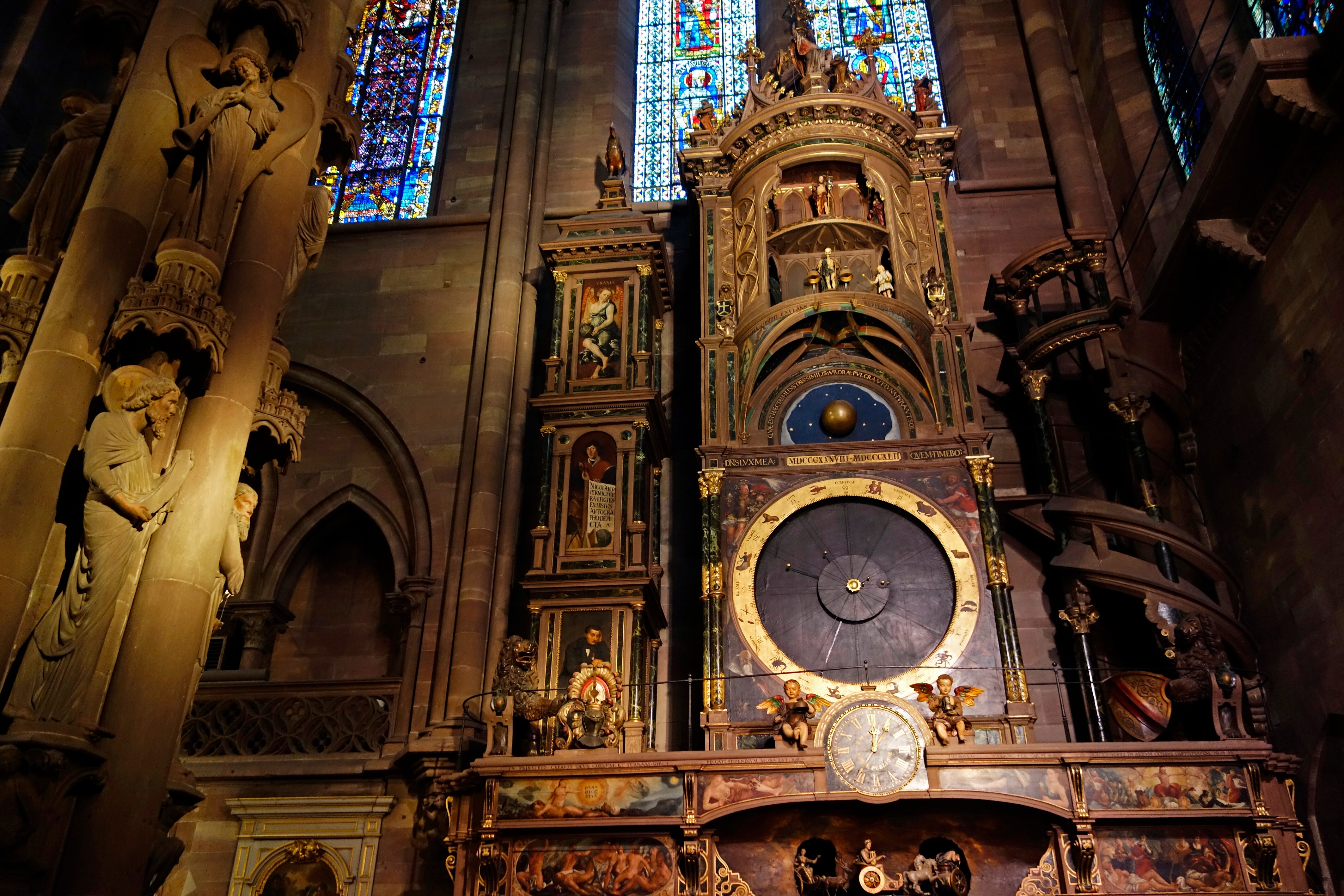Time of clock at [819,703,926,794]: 12:04
